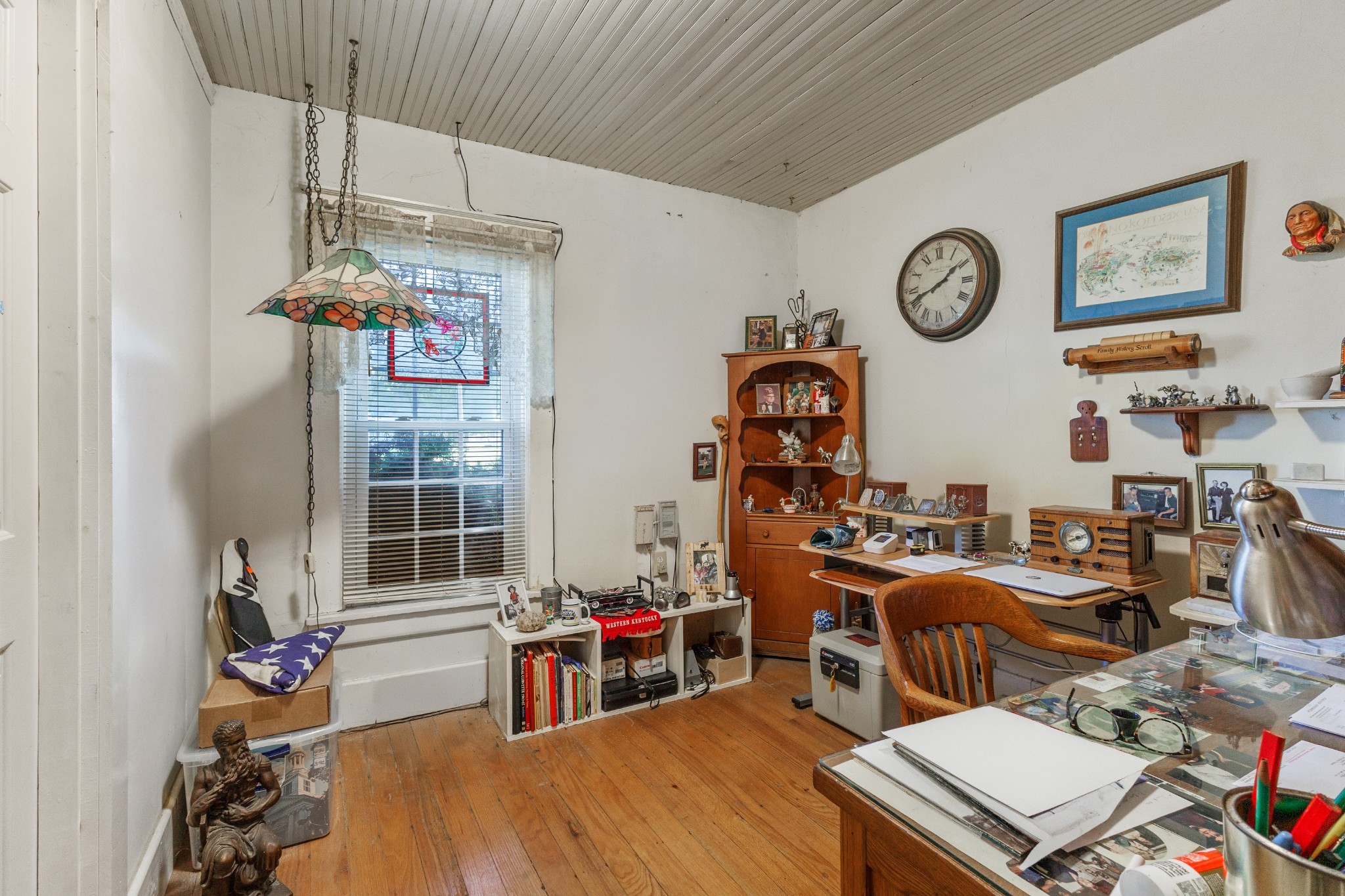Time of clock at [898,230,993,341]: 1:41
